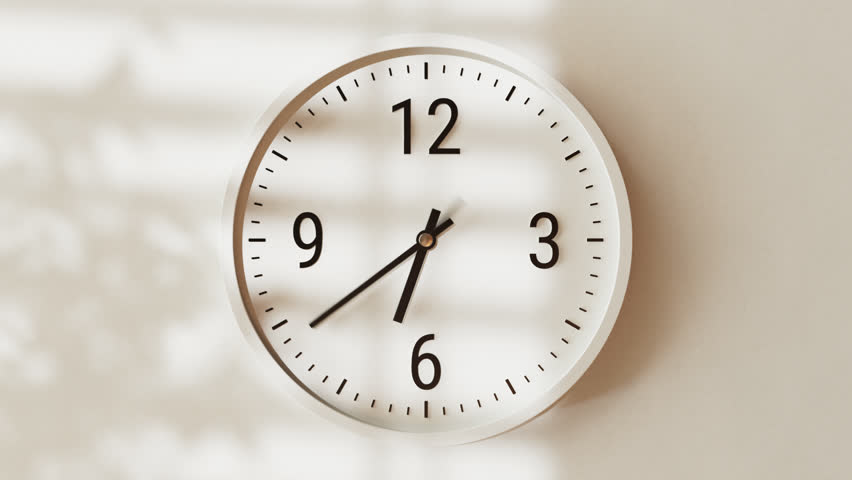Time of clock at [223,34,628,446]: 6:38
